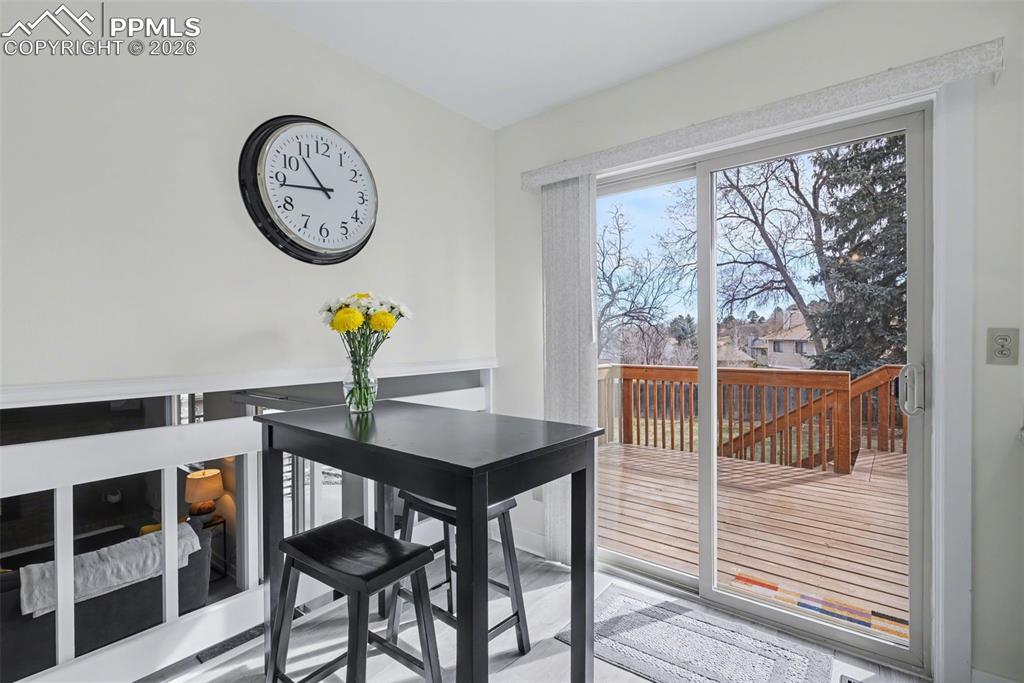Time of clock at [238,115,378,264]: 10:43
